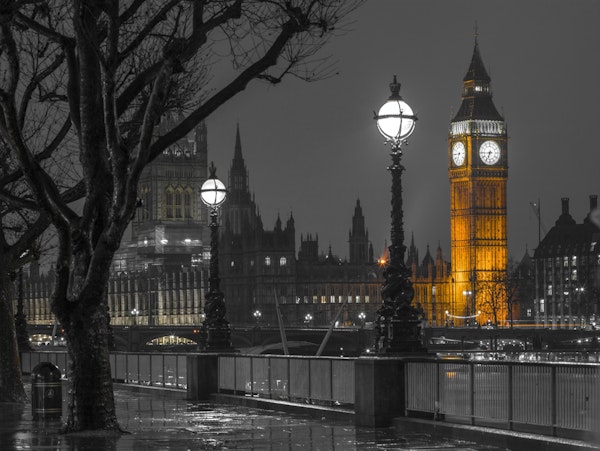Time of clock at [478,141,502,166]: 6:44
